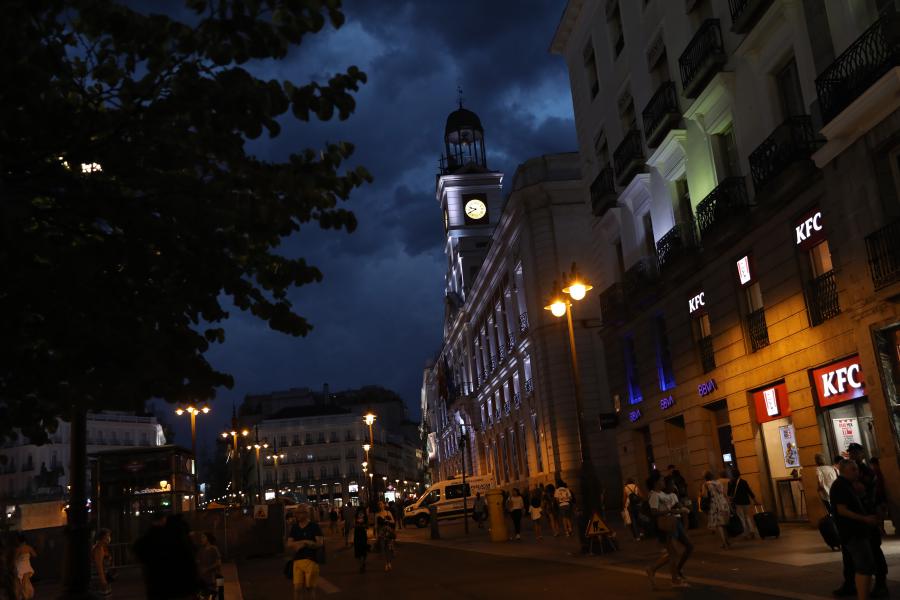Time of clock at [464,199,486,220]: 9:40
